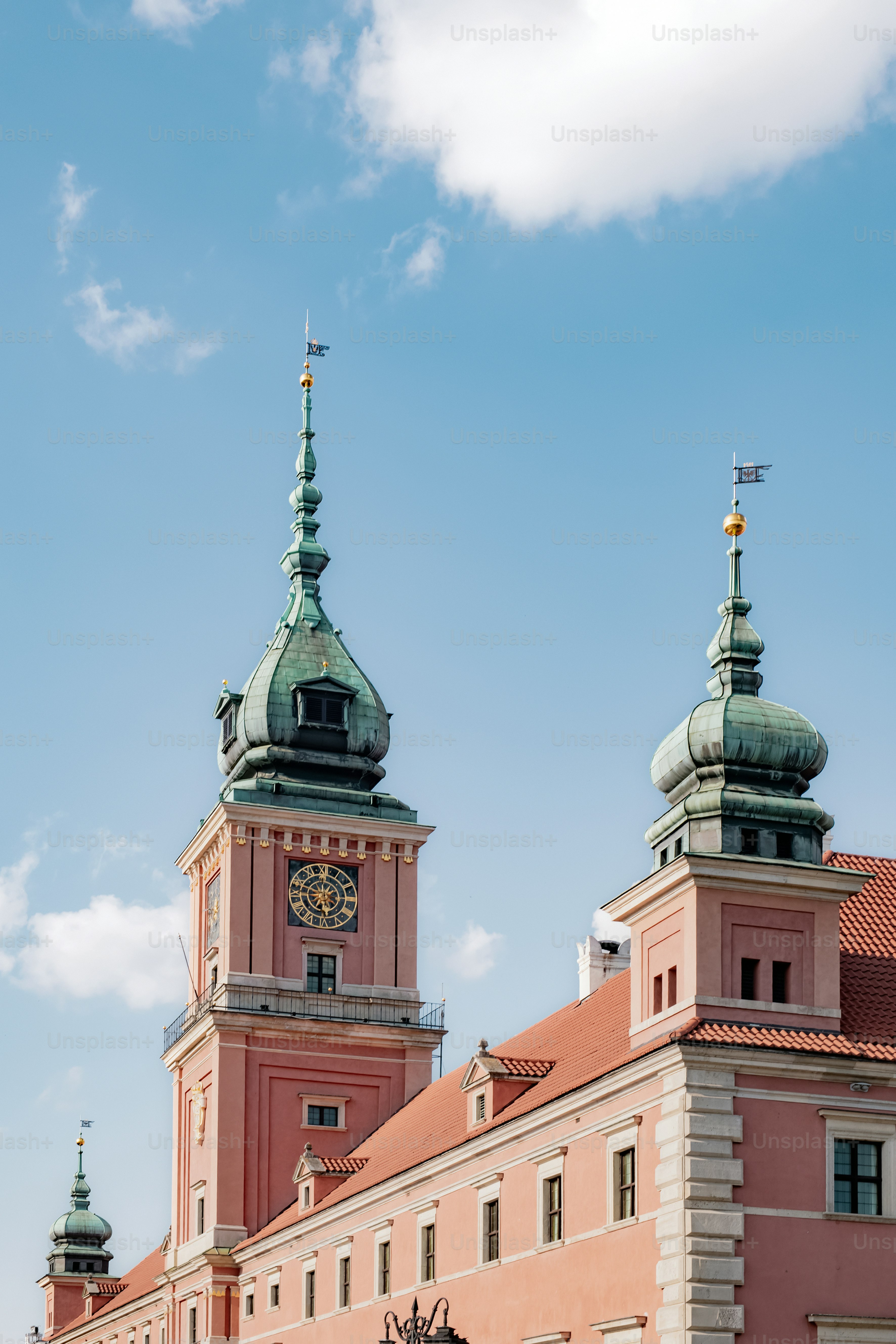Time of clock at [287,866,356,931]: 5:45
